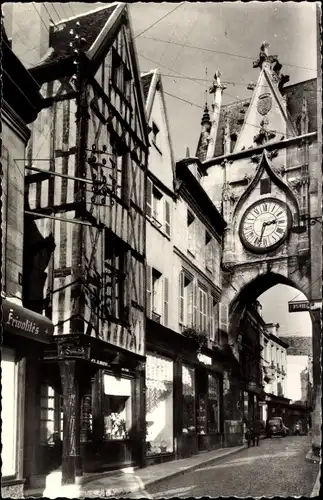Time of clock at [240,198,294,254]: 2:32
